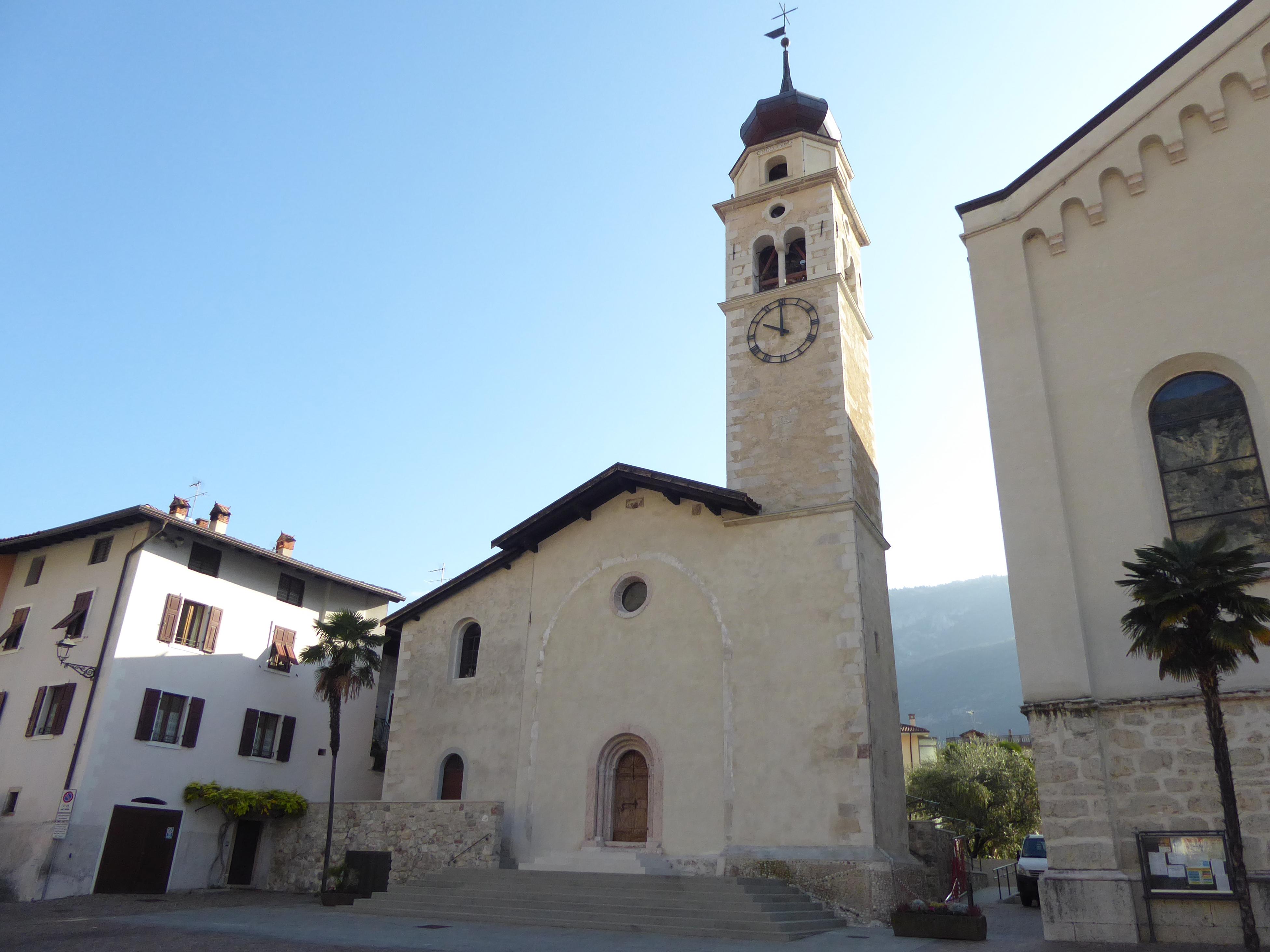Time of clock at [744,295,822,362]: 9:59
